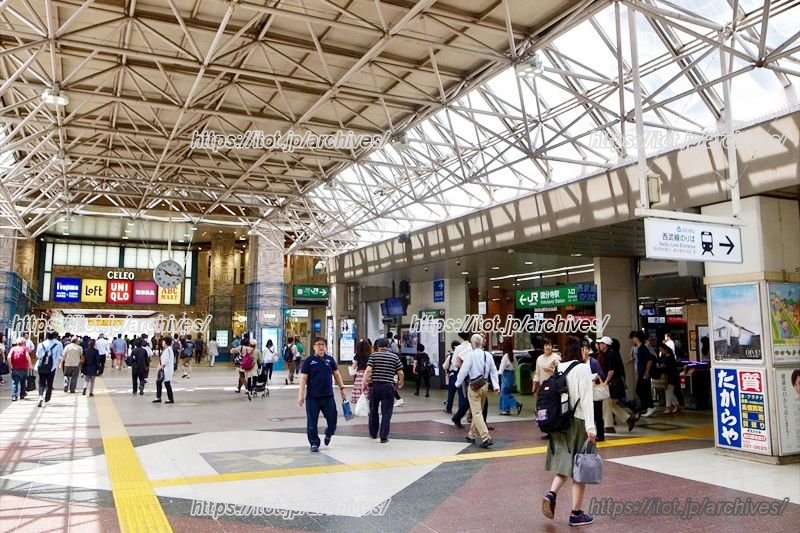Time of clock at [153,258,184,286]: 10:16
